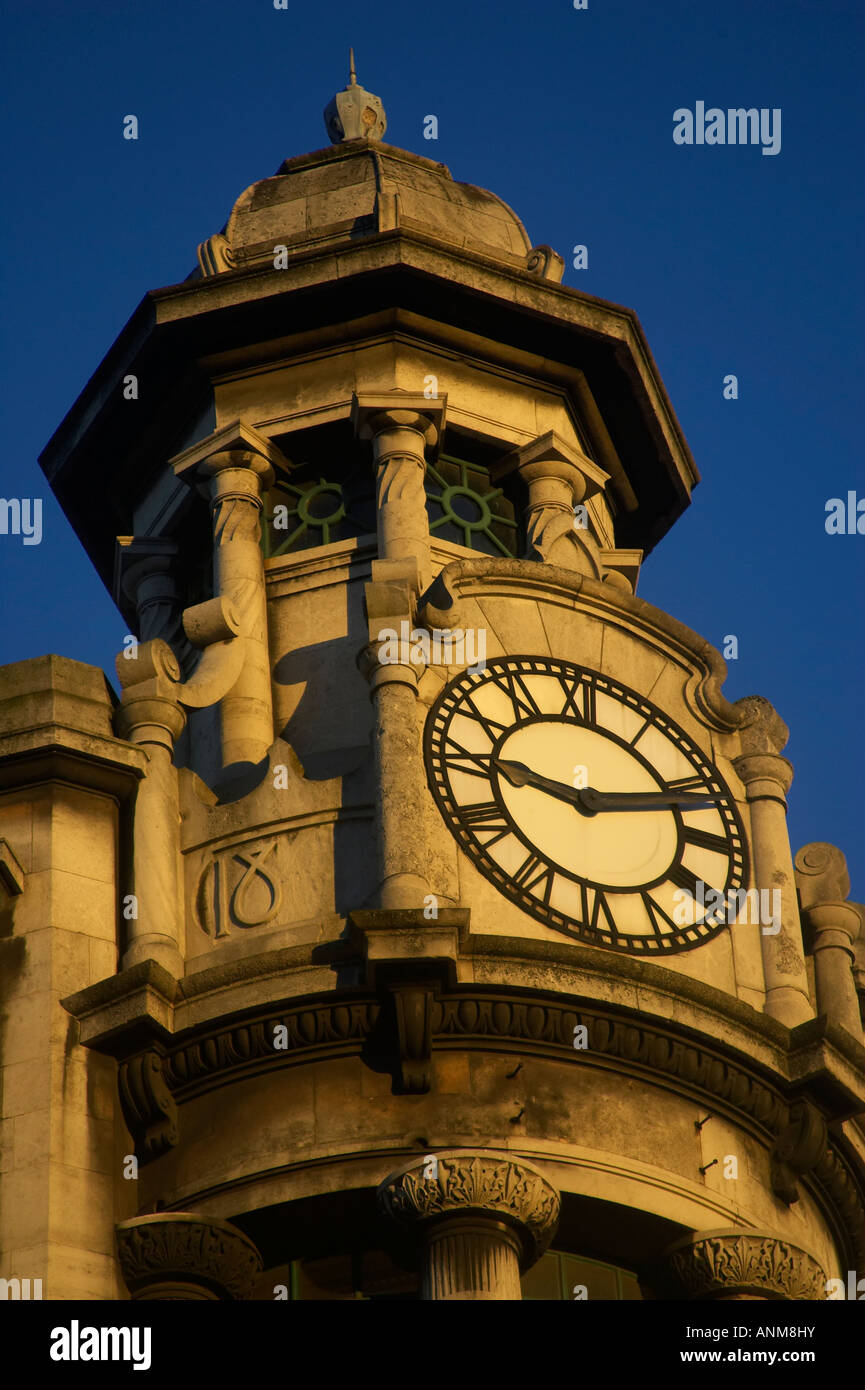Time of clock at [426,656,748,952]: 9:12
